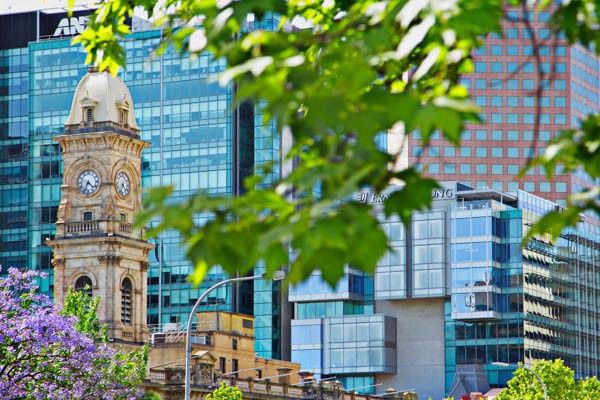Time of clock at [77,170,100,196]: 4:33
